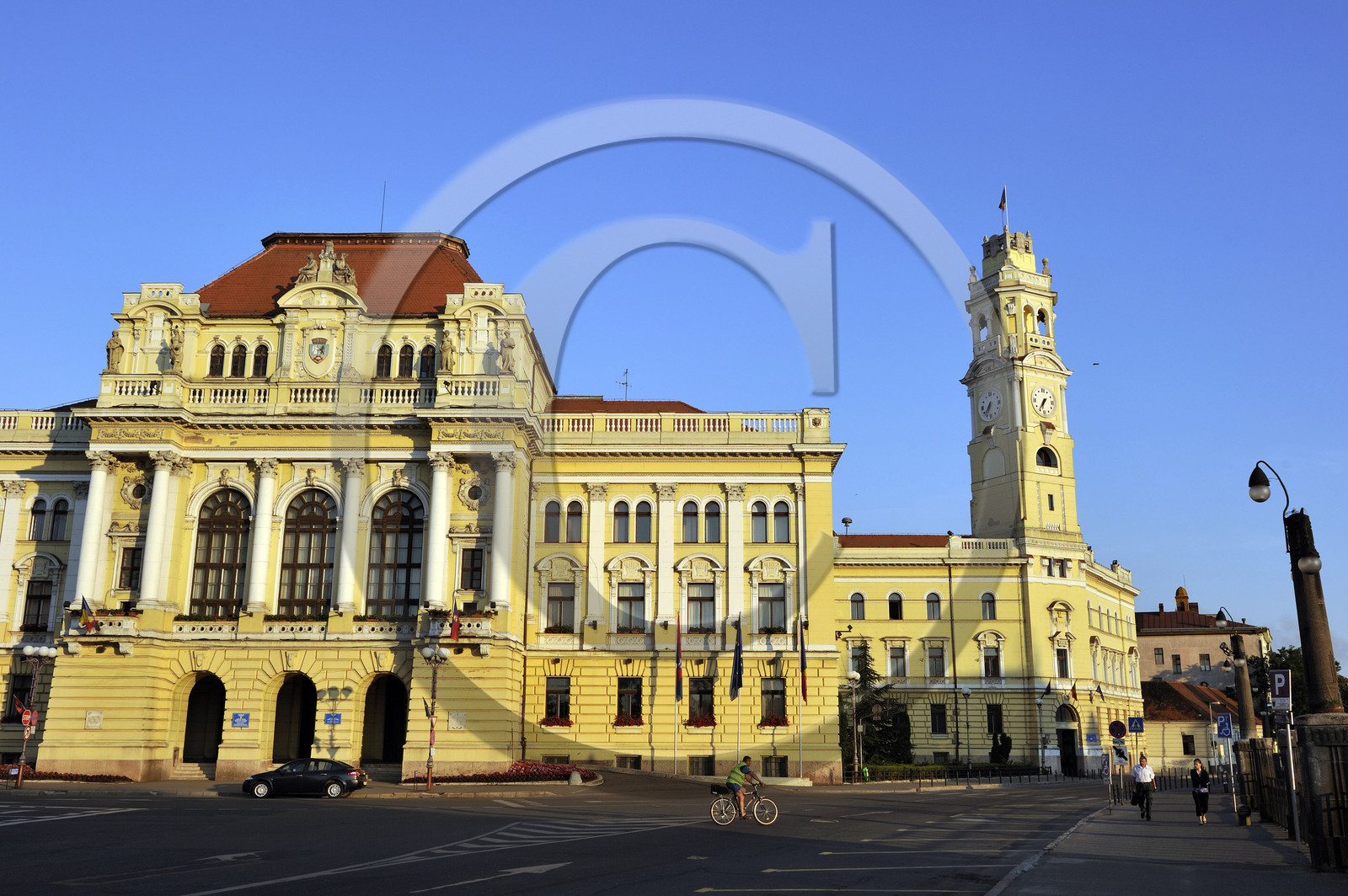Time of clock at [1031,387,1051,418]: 6:36
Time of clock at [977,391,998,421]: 6:36
